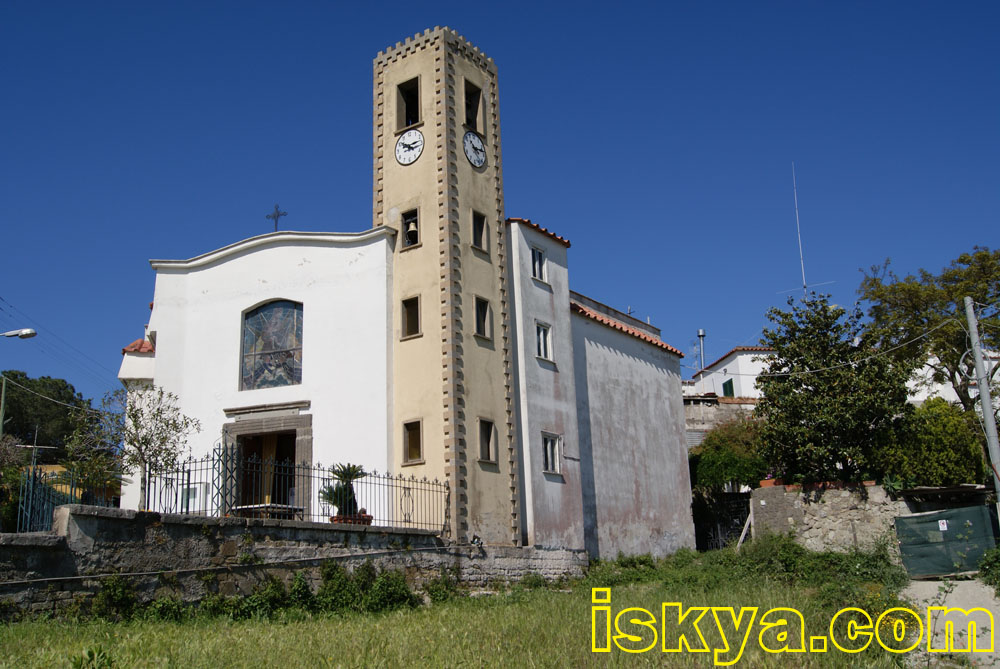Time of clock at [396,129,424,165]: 10:13
